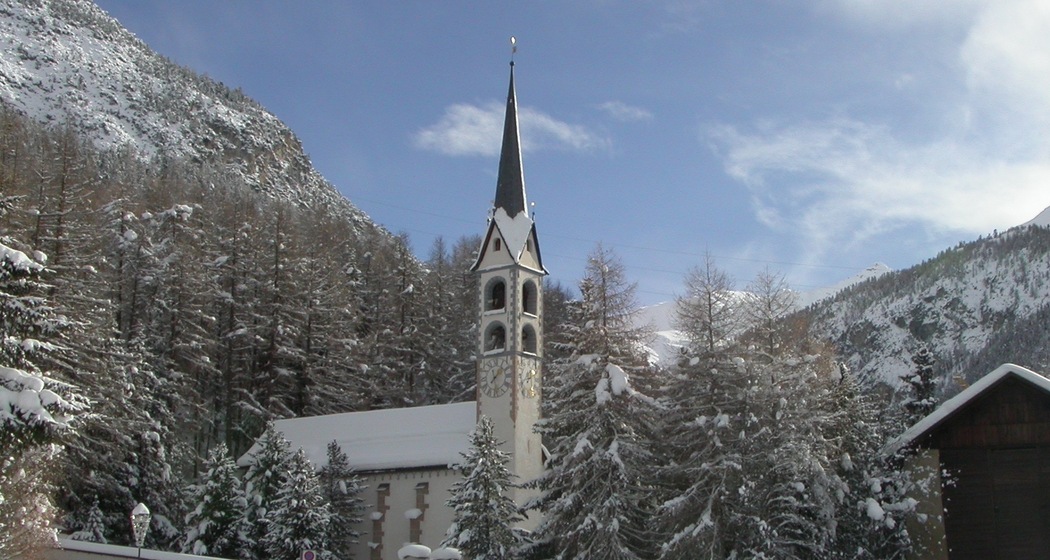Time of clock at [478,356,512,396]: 1:28
